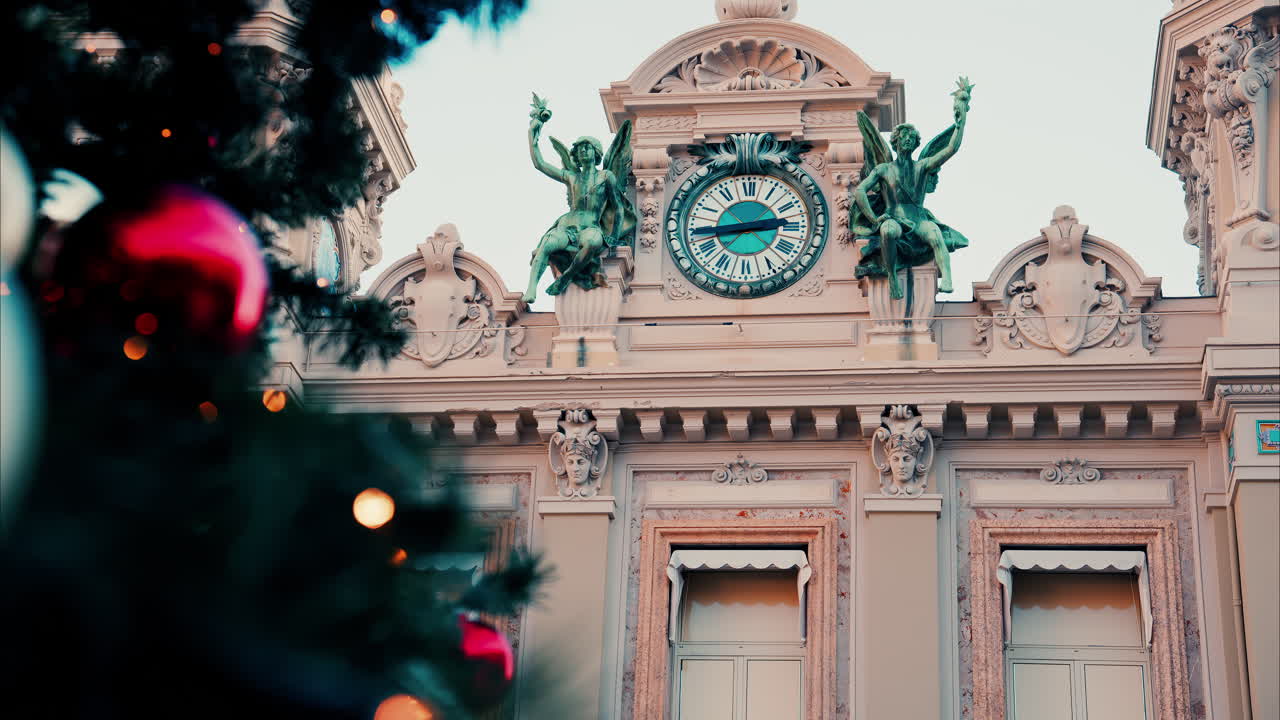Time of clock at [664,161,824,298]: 2:43
